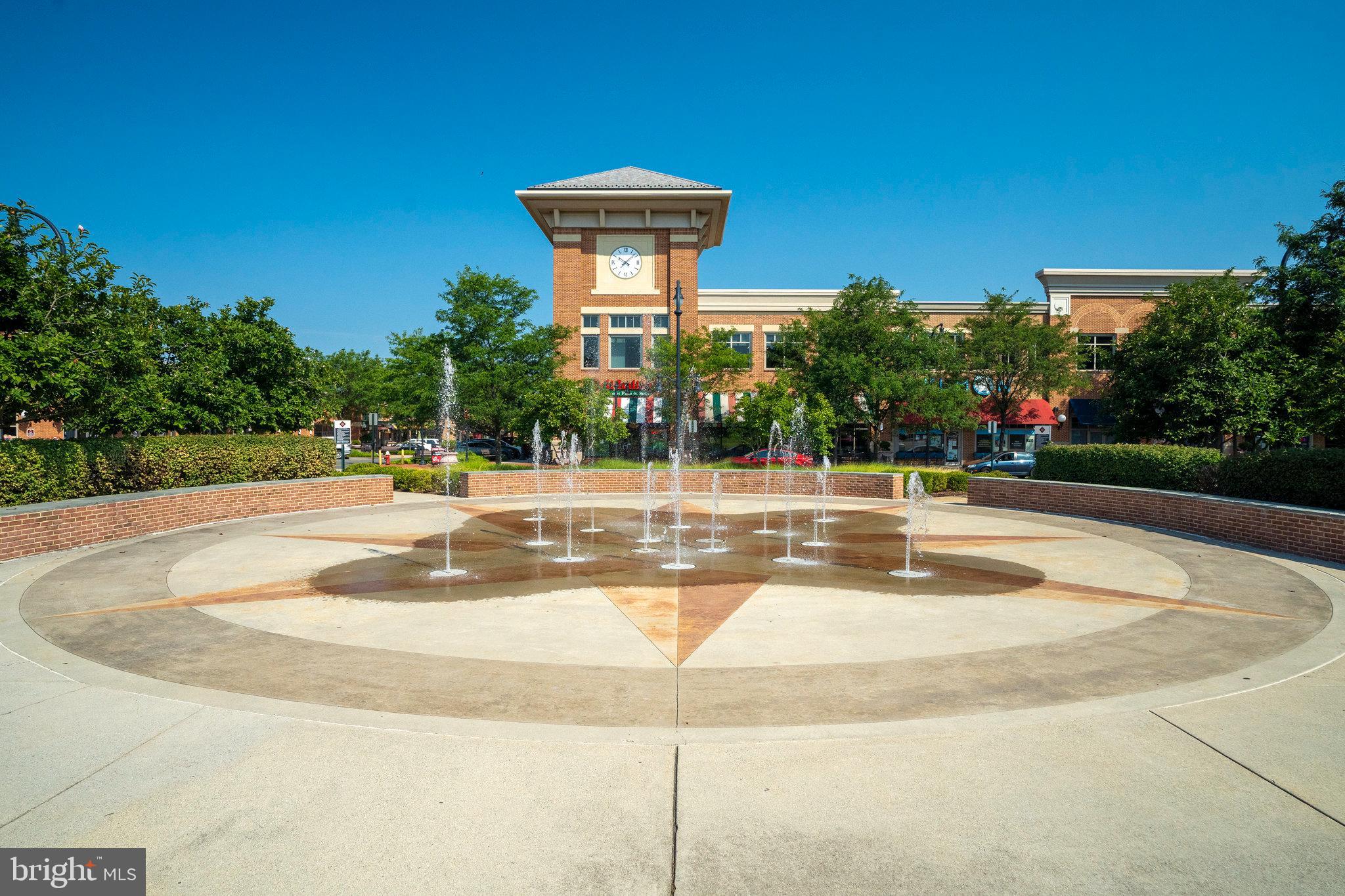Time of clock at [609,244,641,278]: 10:07
